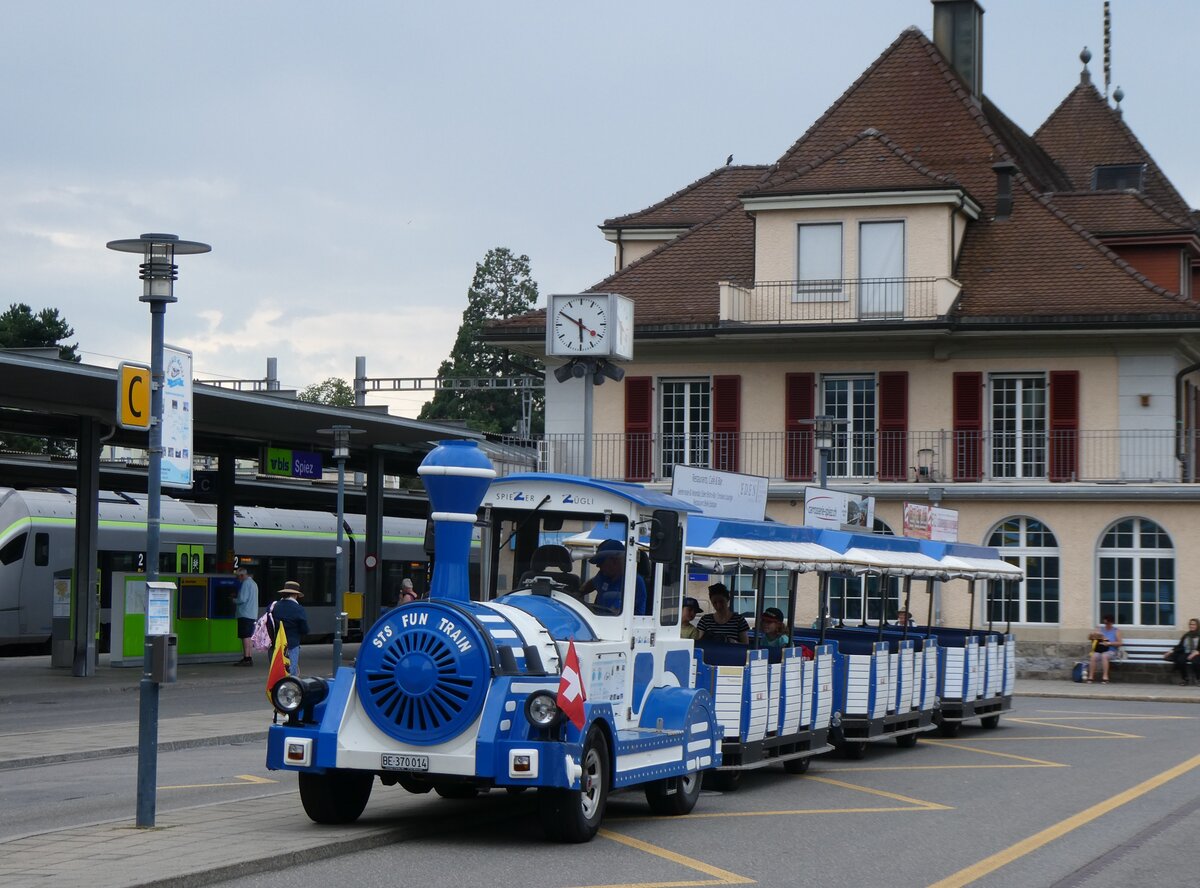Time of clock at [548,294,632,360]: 5:50
